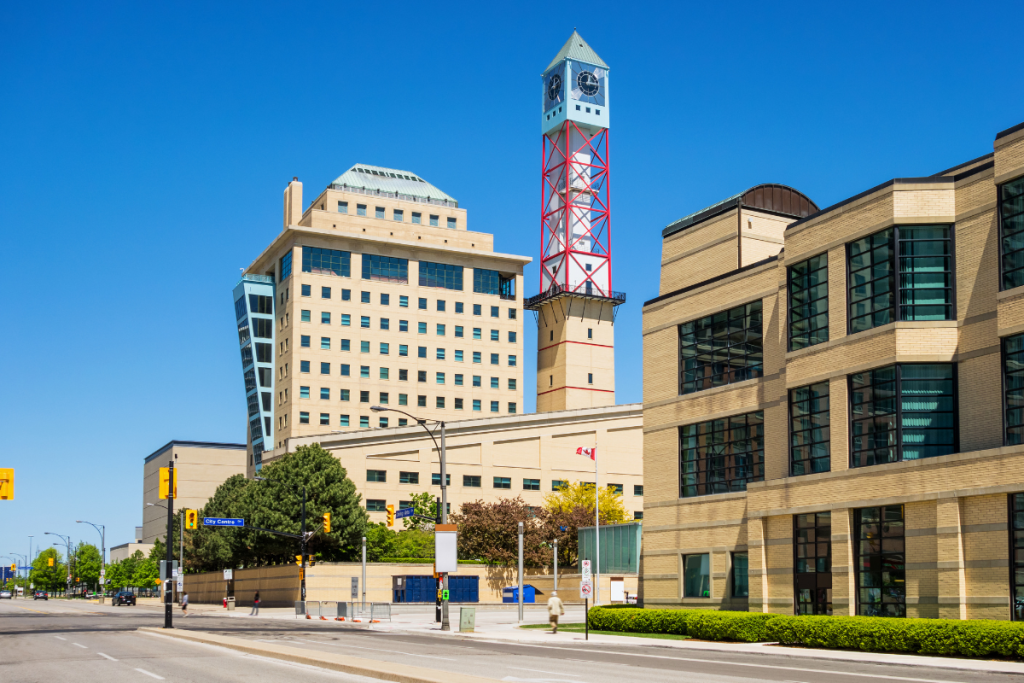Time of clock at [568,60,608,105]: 12:14
